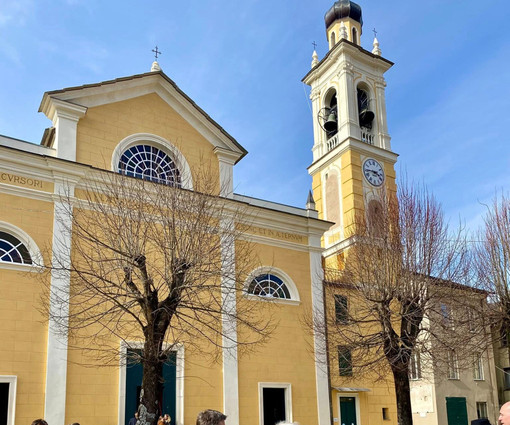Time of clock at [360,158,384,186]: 3:44
